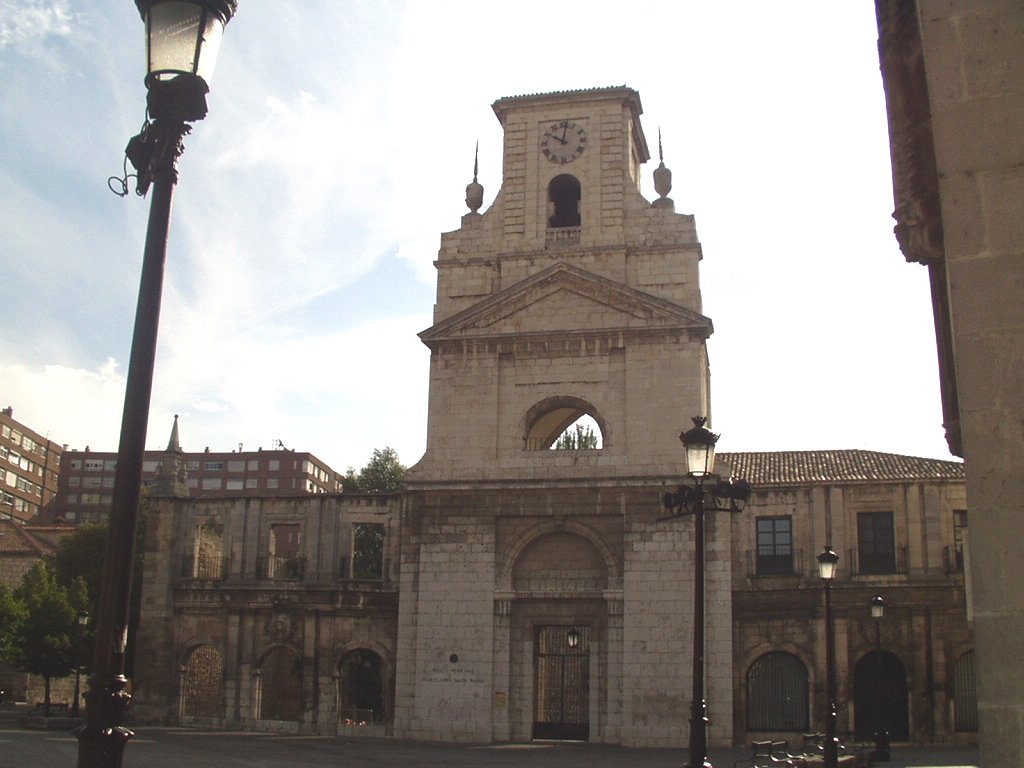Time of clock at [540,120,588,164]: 10:01
